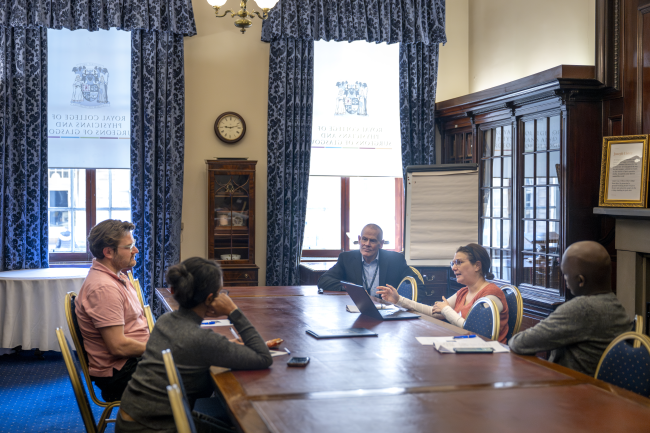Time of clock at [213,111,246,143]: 9:12
